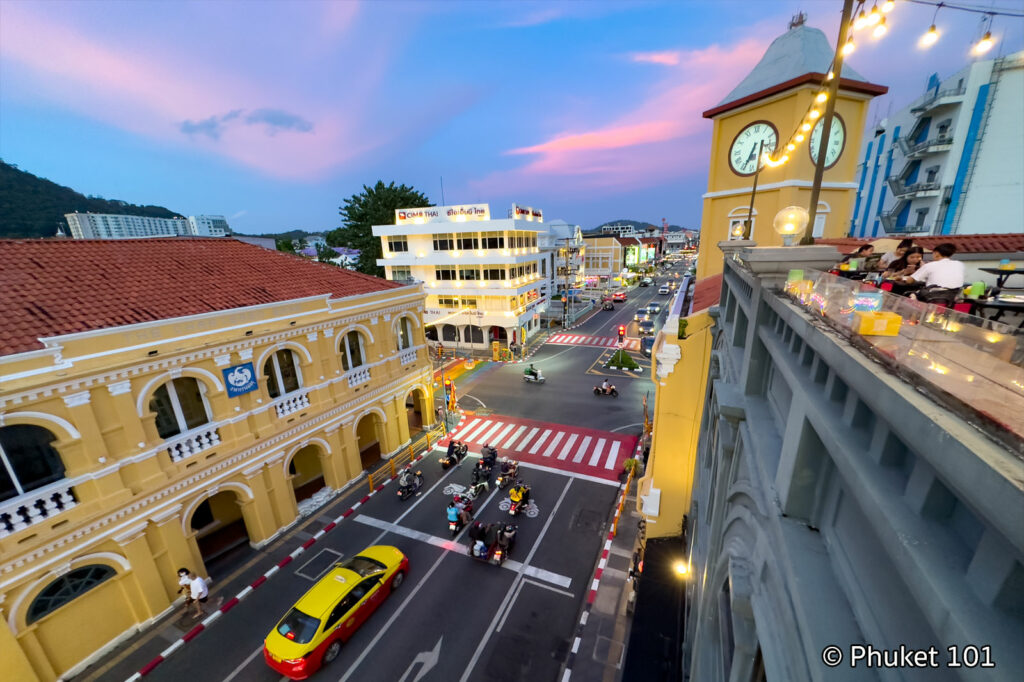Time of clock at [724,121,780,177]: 6:34
